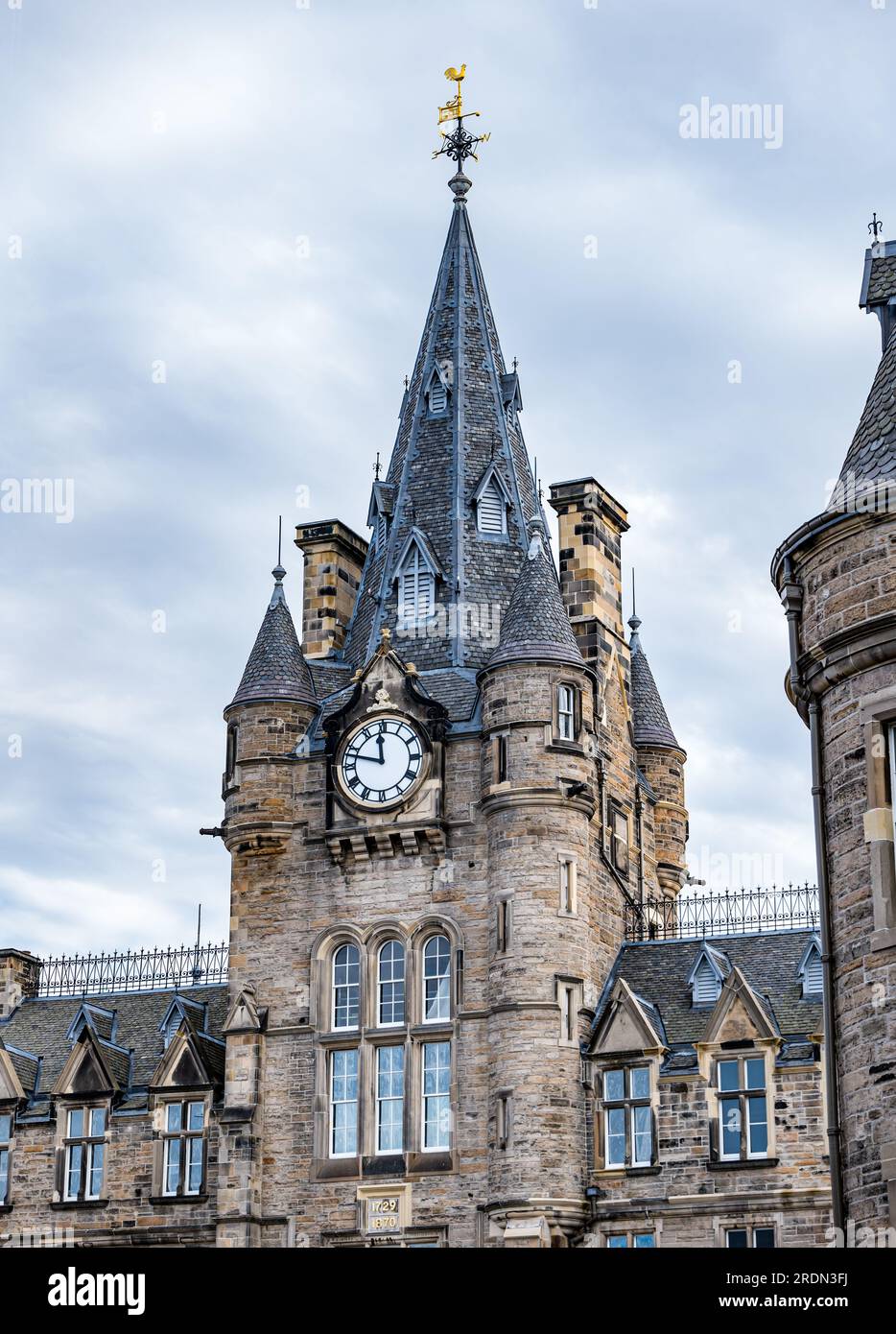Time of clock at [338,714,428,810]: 11:47
